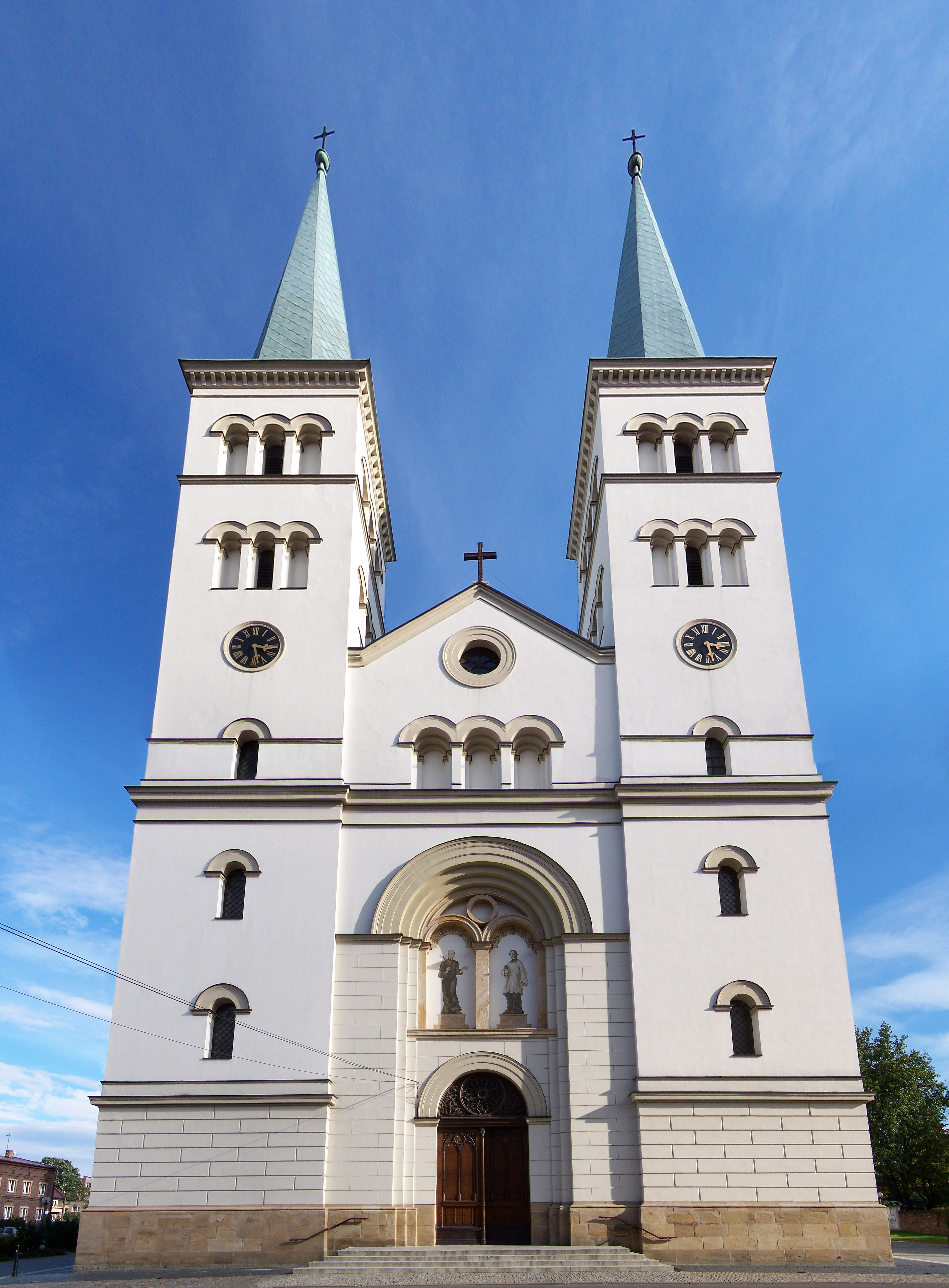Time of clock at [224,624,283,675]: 3:28
